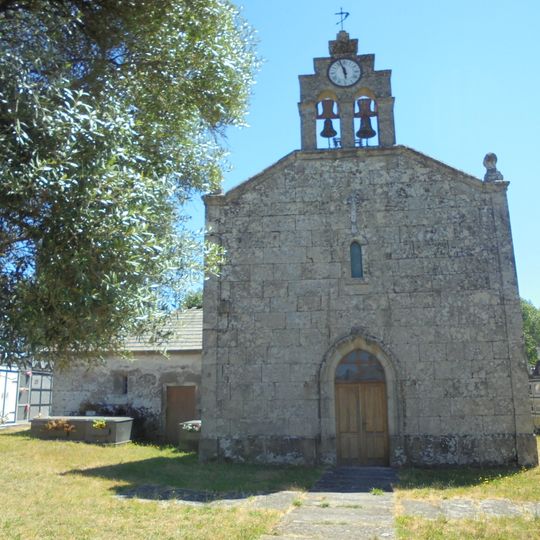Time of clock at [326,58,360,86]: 5:57
